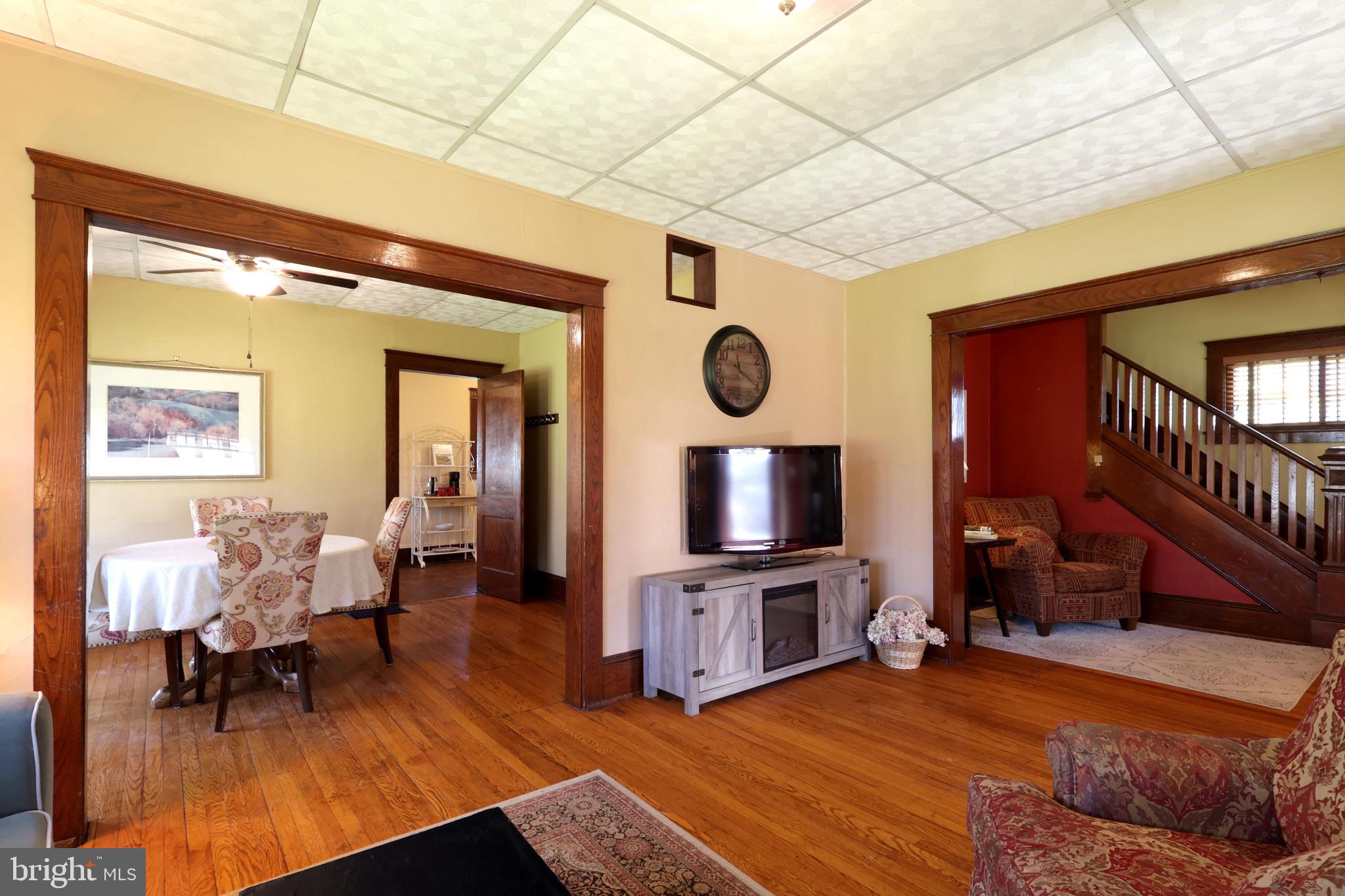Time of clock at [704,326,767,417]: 11:20
